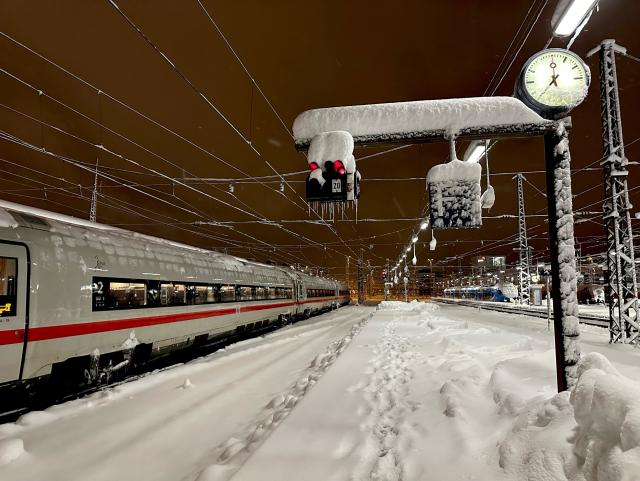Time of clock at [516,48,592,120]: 7:00
